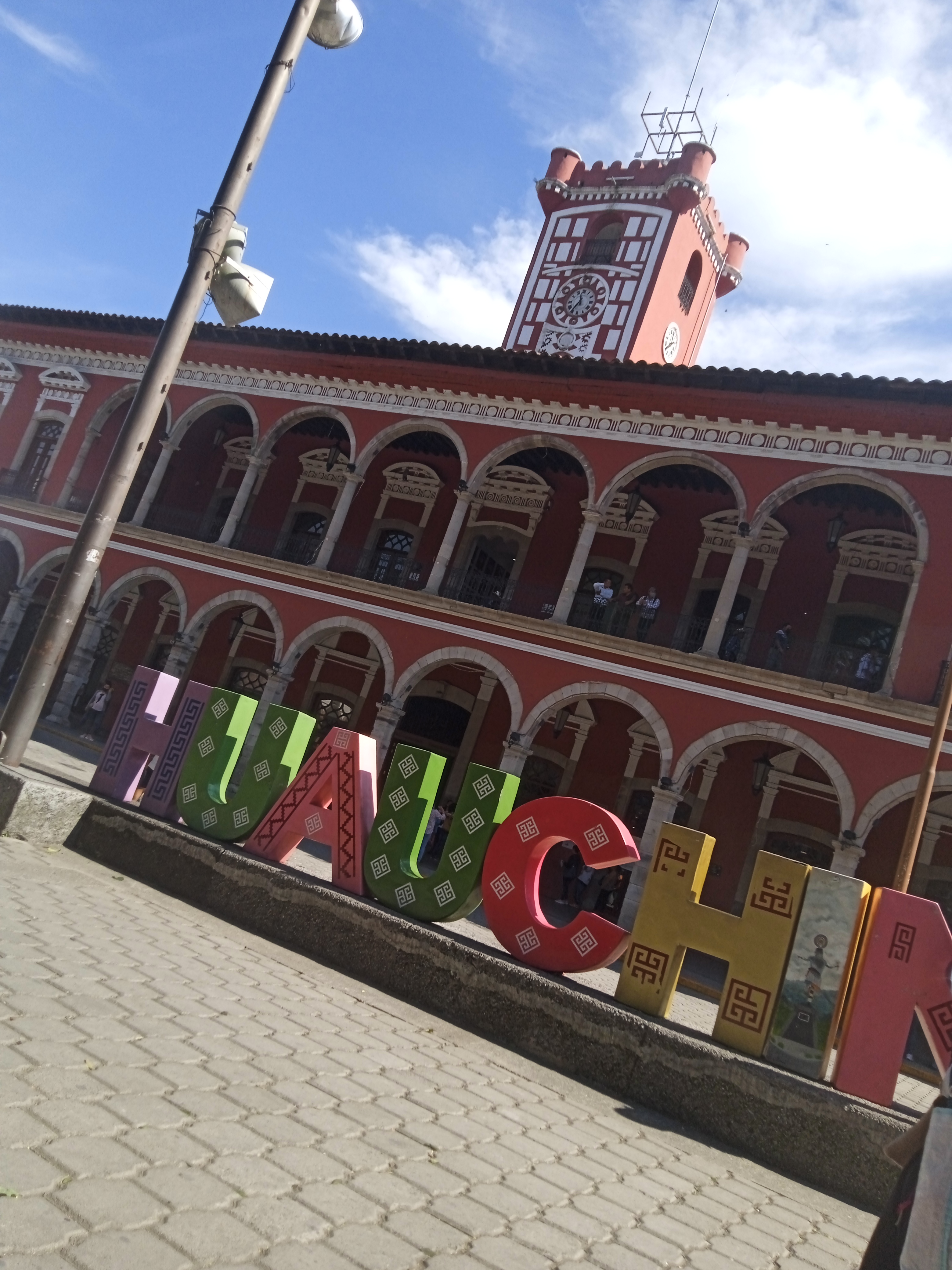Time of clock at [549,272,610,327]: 11:36
